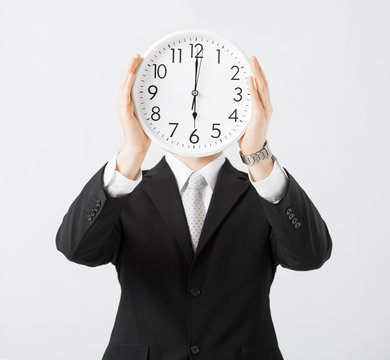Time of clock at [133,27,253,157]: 6:00
